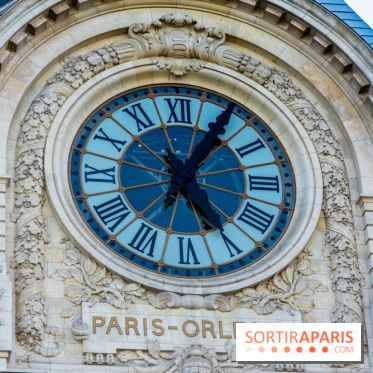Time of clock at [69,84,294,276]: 5:05
